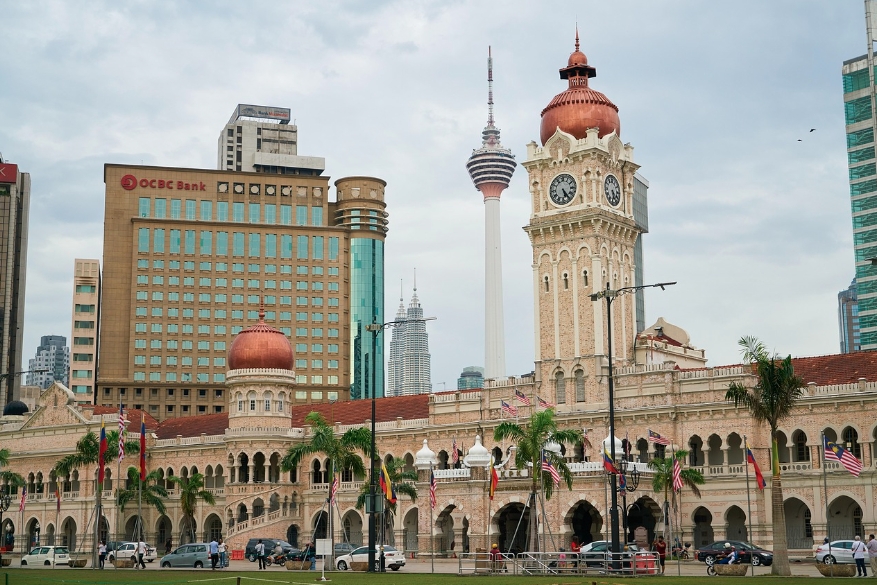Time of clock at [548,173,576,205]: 5:24
